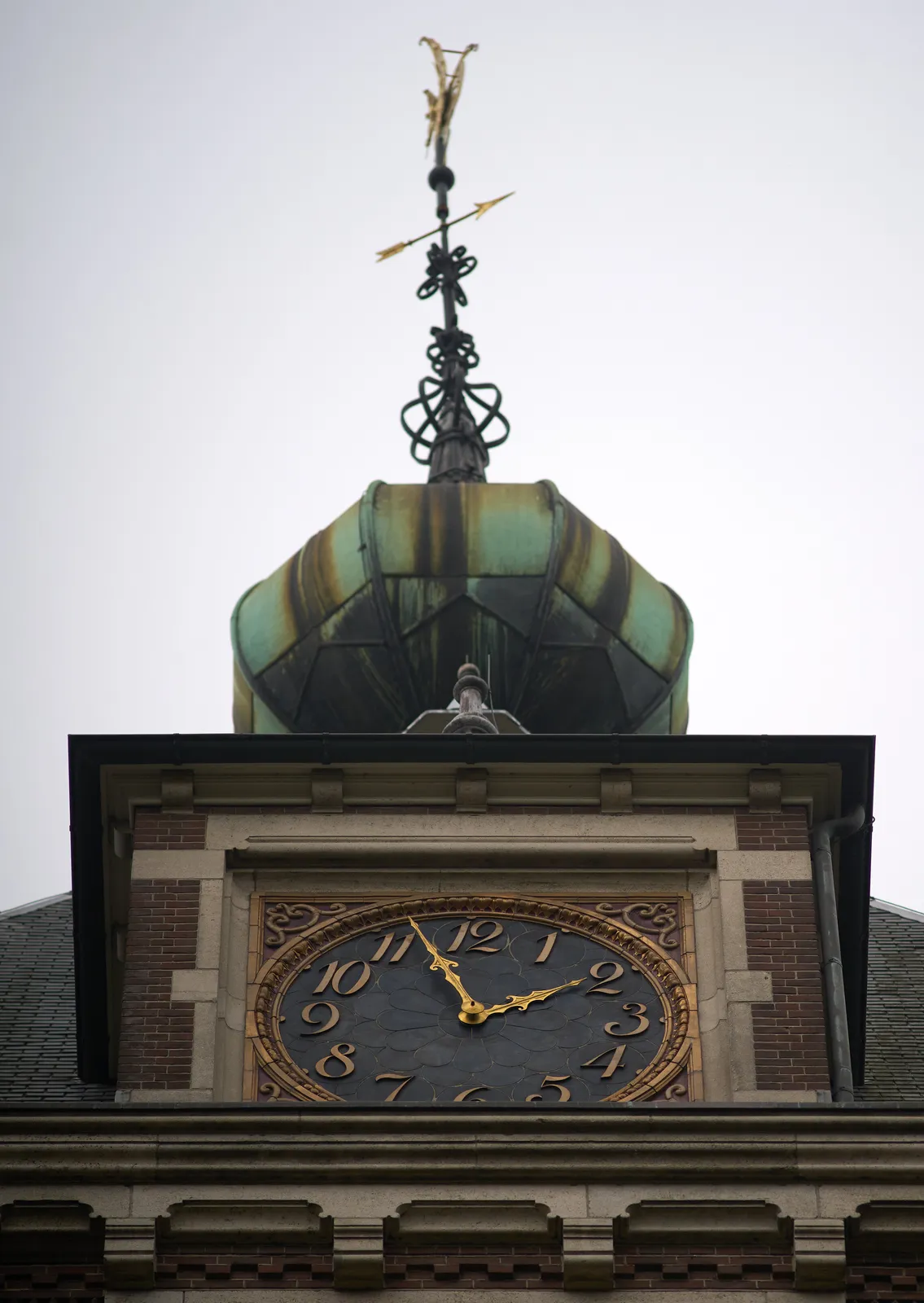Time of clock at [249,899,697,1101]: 1:56
